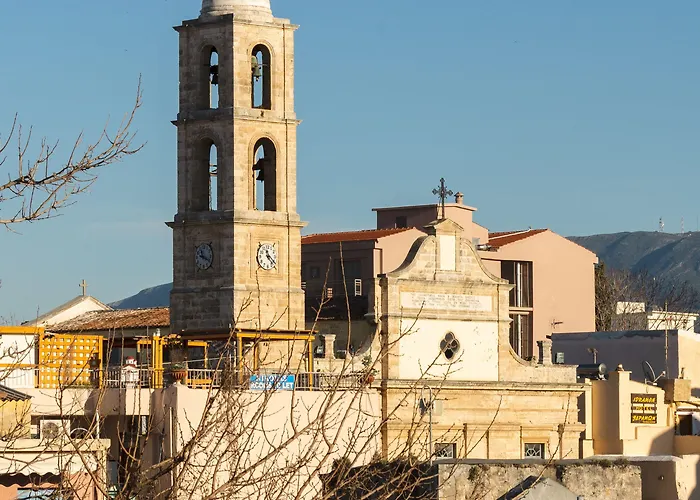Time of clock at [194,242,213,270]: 11:19
